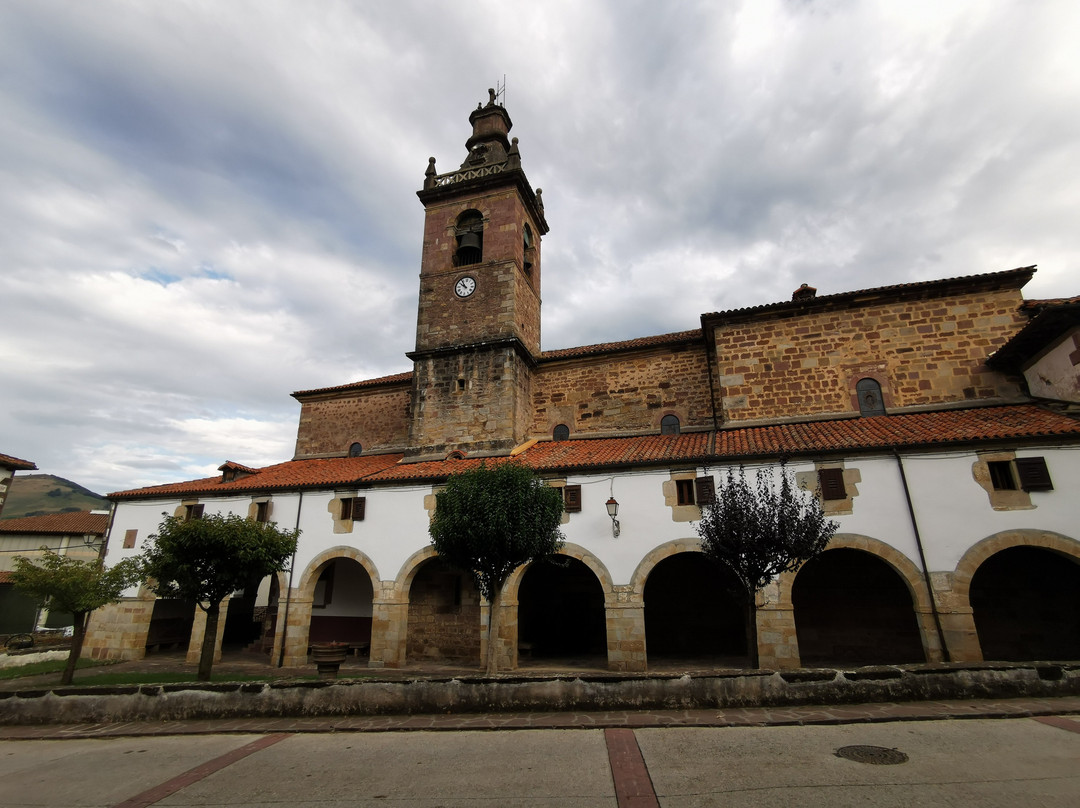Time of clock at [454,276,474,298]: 9:53
